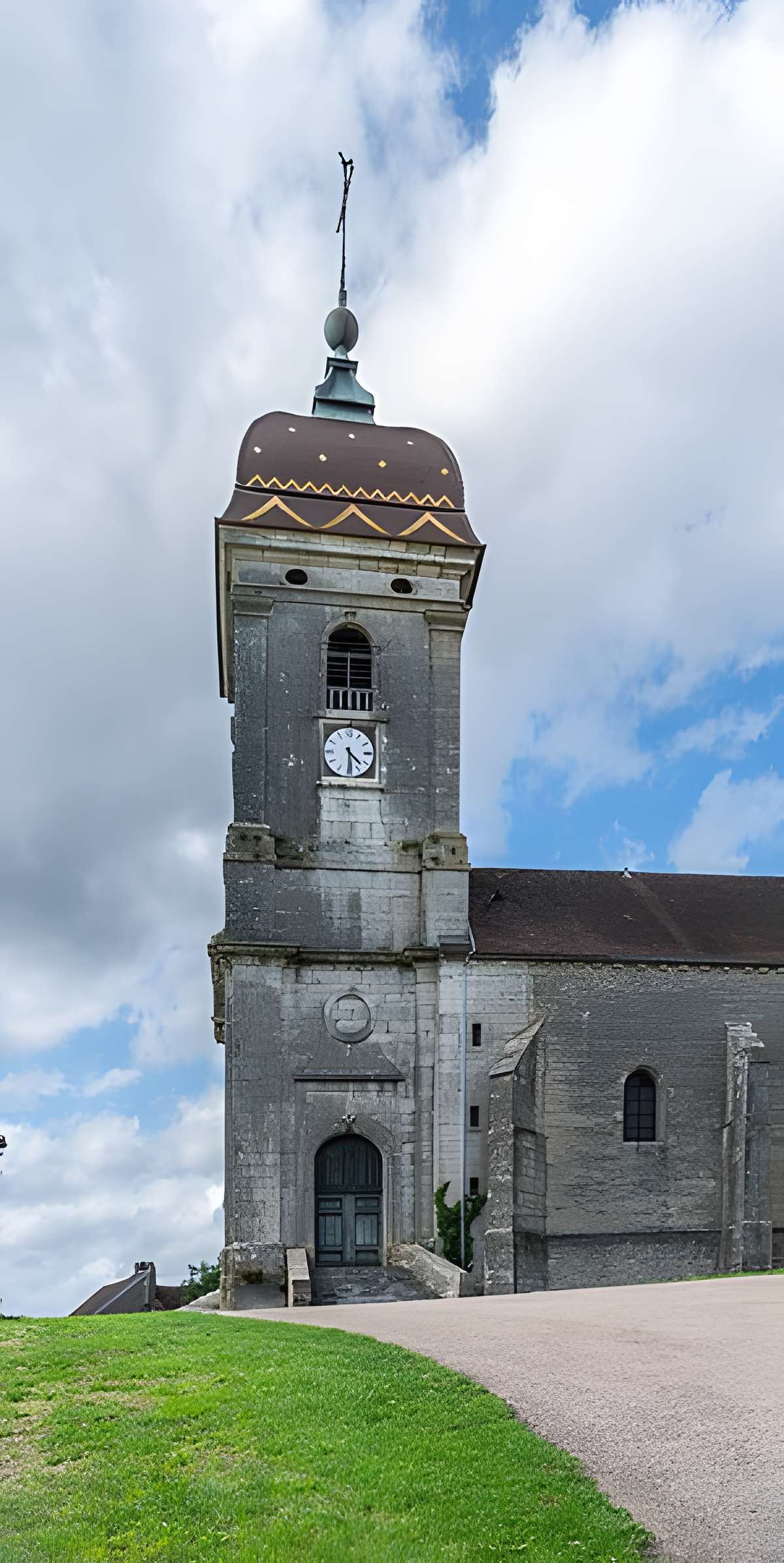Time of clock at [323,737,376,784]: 4:30
